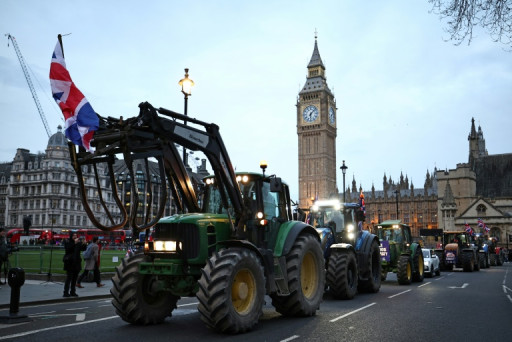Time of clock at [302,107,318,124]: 6:07
